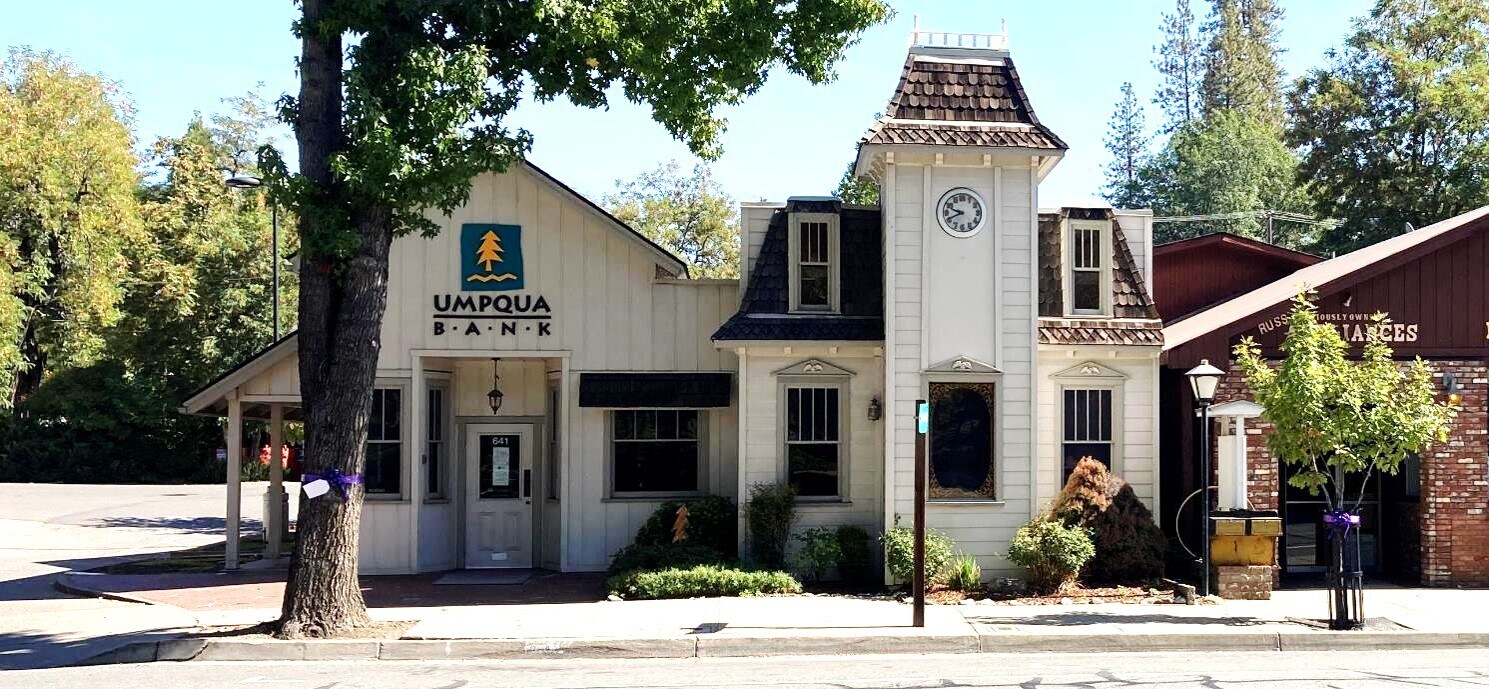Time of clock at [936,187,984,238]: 9:41
